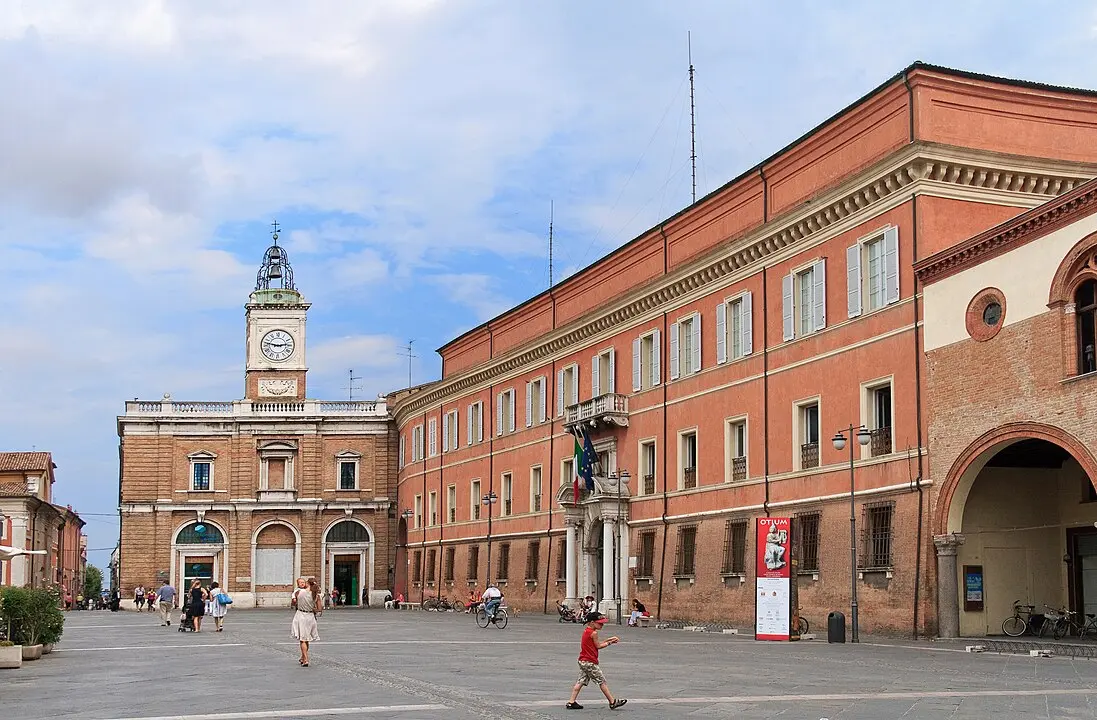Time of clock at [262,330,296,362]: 2:46
